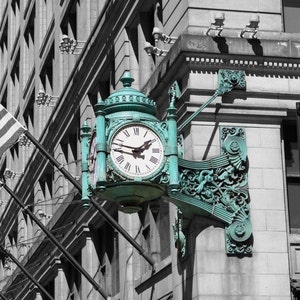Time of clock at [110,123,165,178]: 1:47
